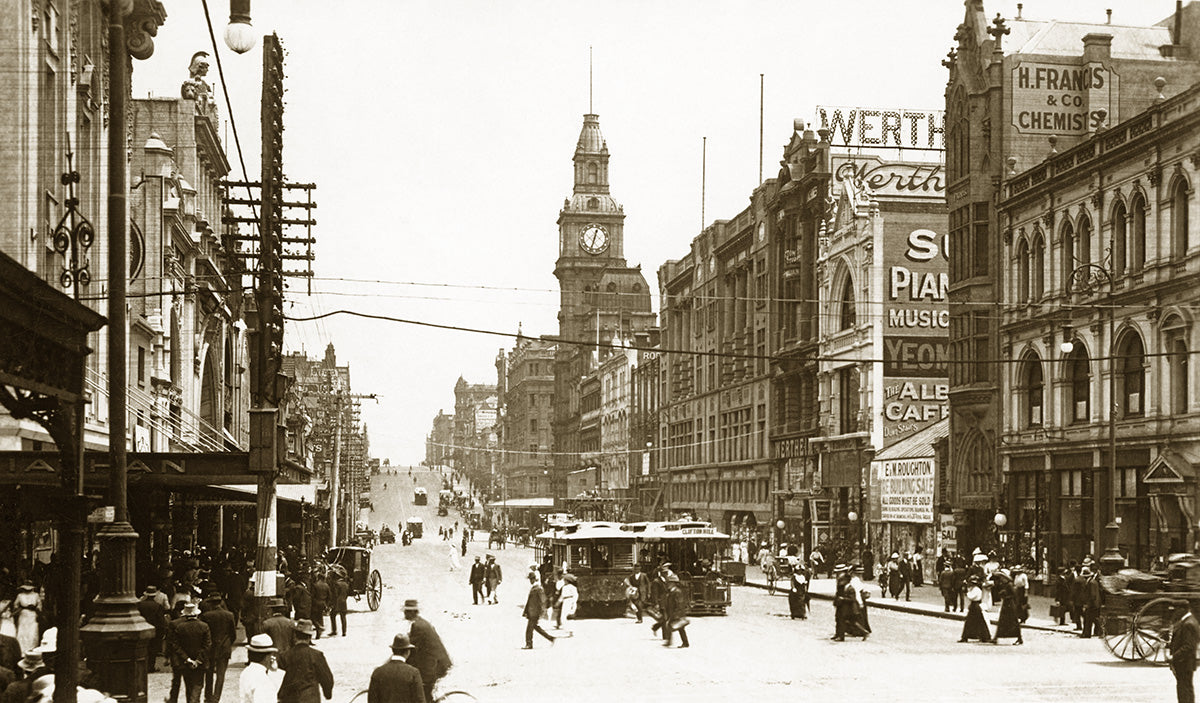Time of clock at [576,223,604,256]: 12:32
